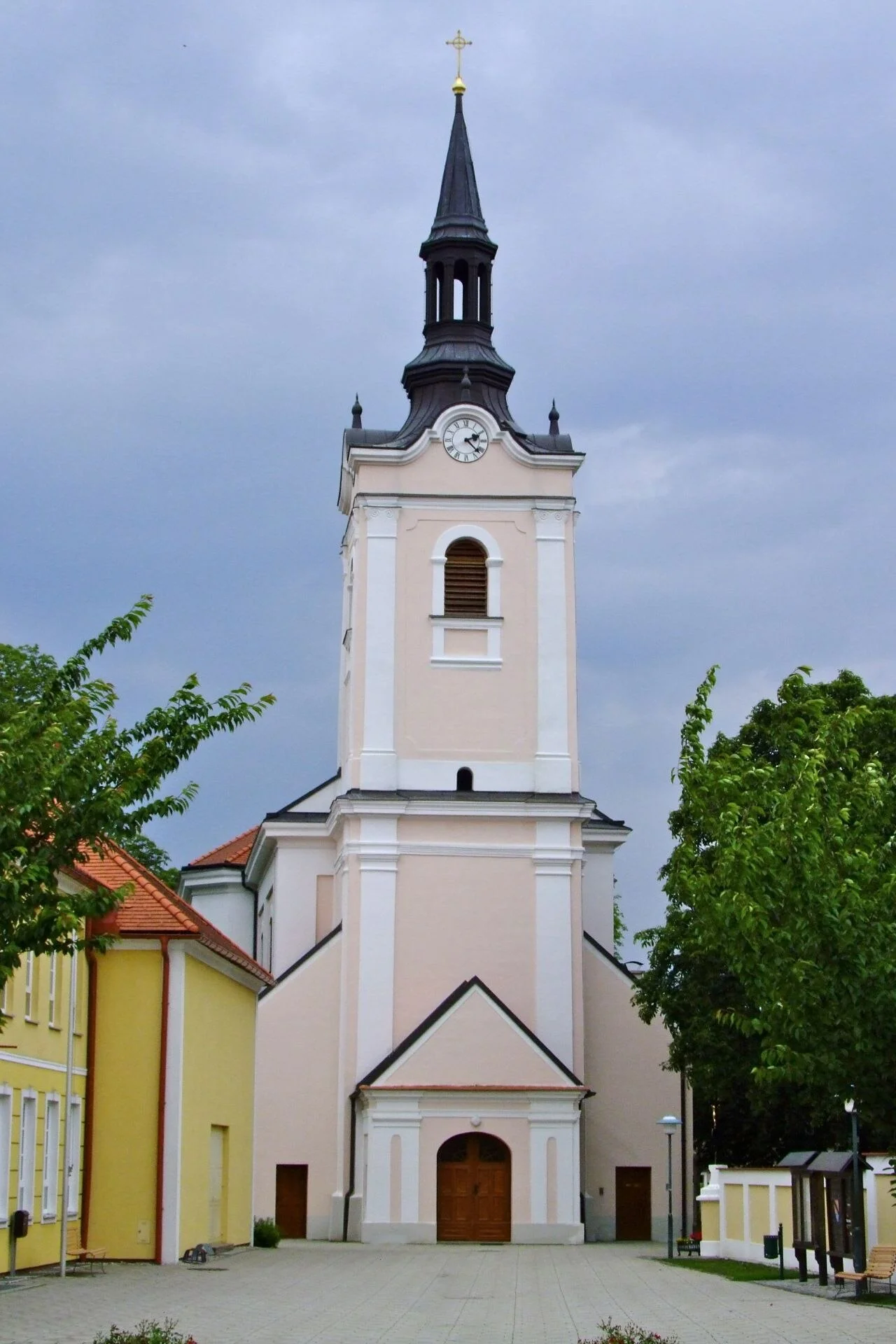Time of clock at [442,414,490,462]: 2:22
